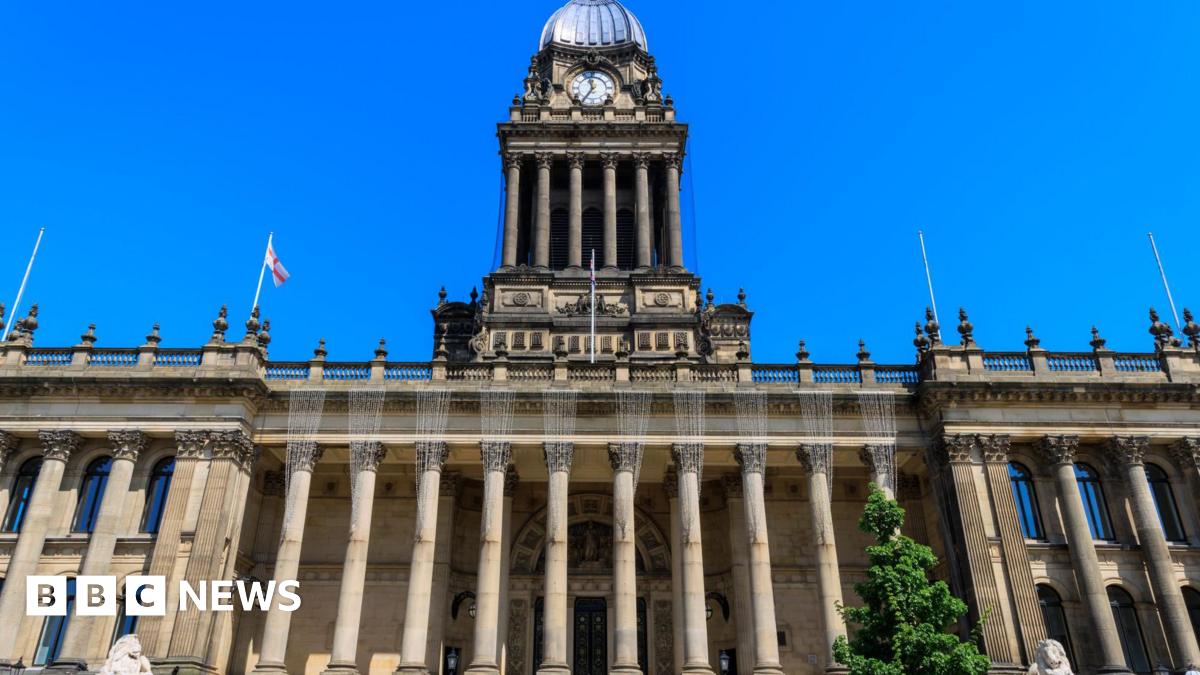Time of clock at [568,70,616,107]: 11:35
